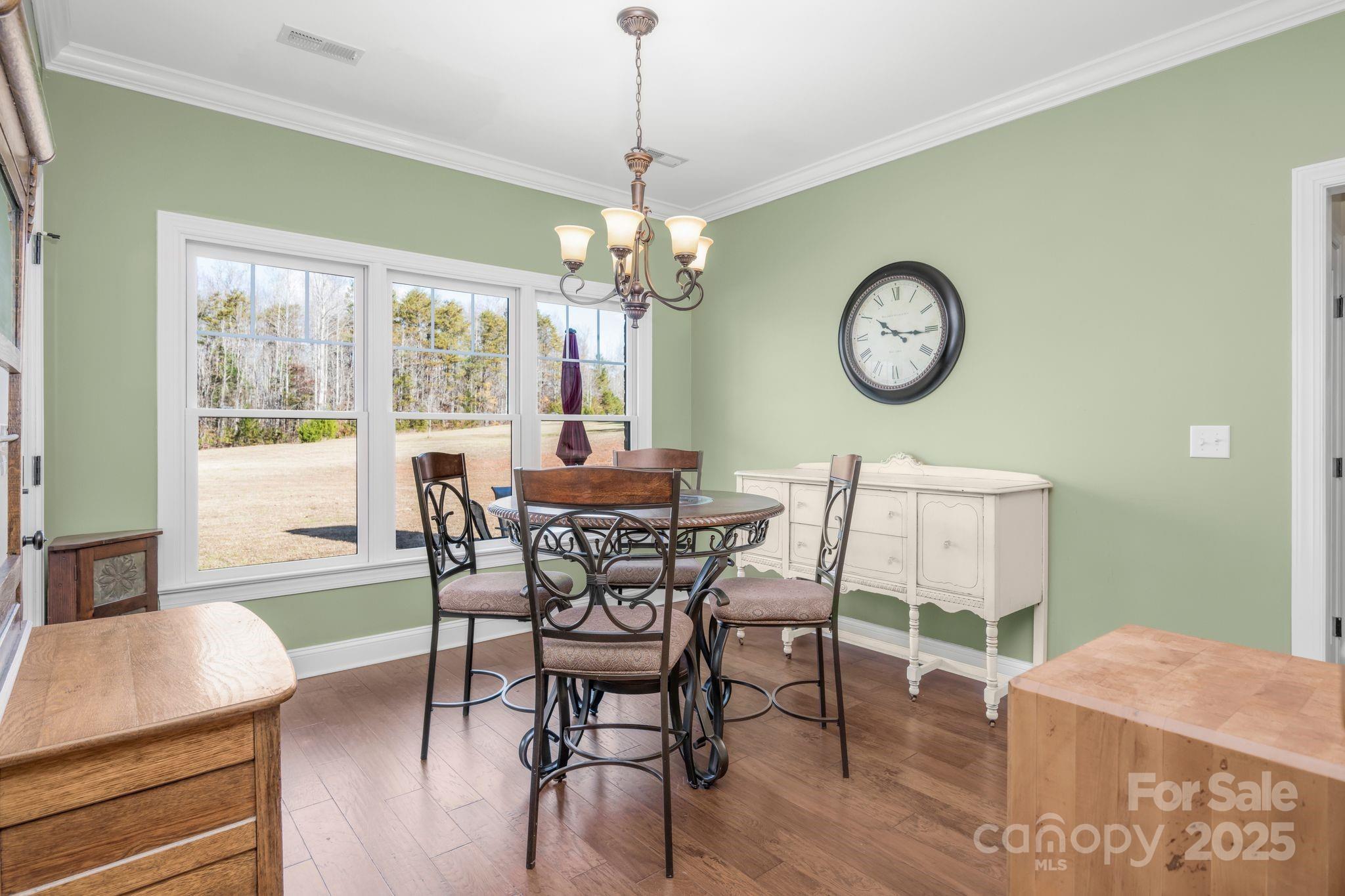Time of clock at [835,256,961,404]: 10:14
